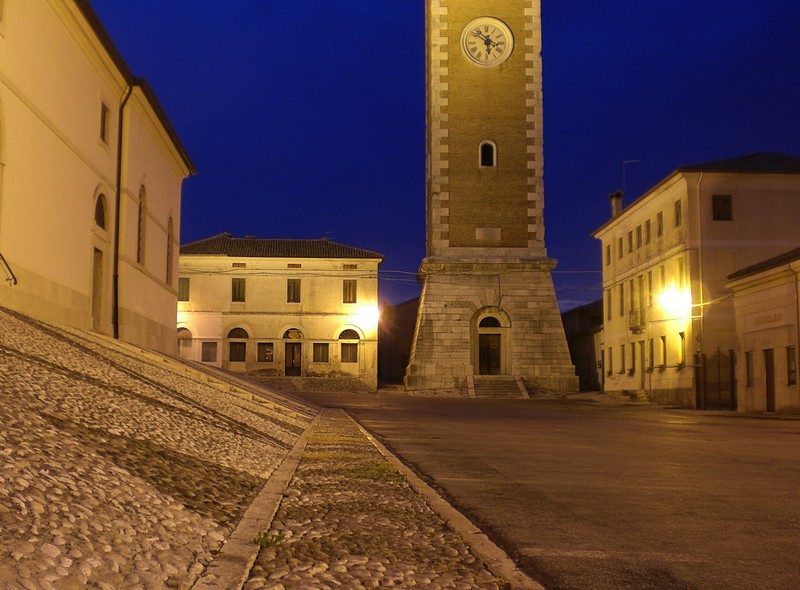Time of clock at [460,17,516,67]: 5:51
